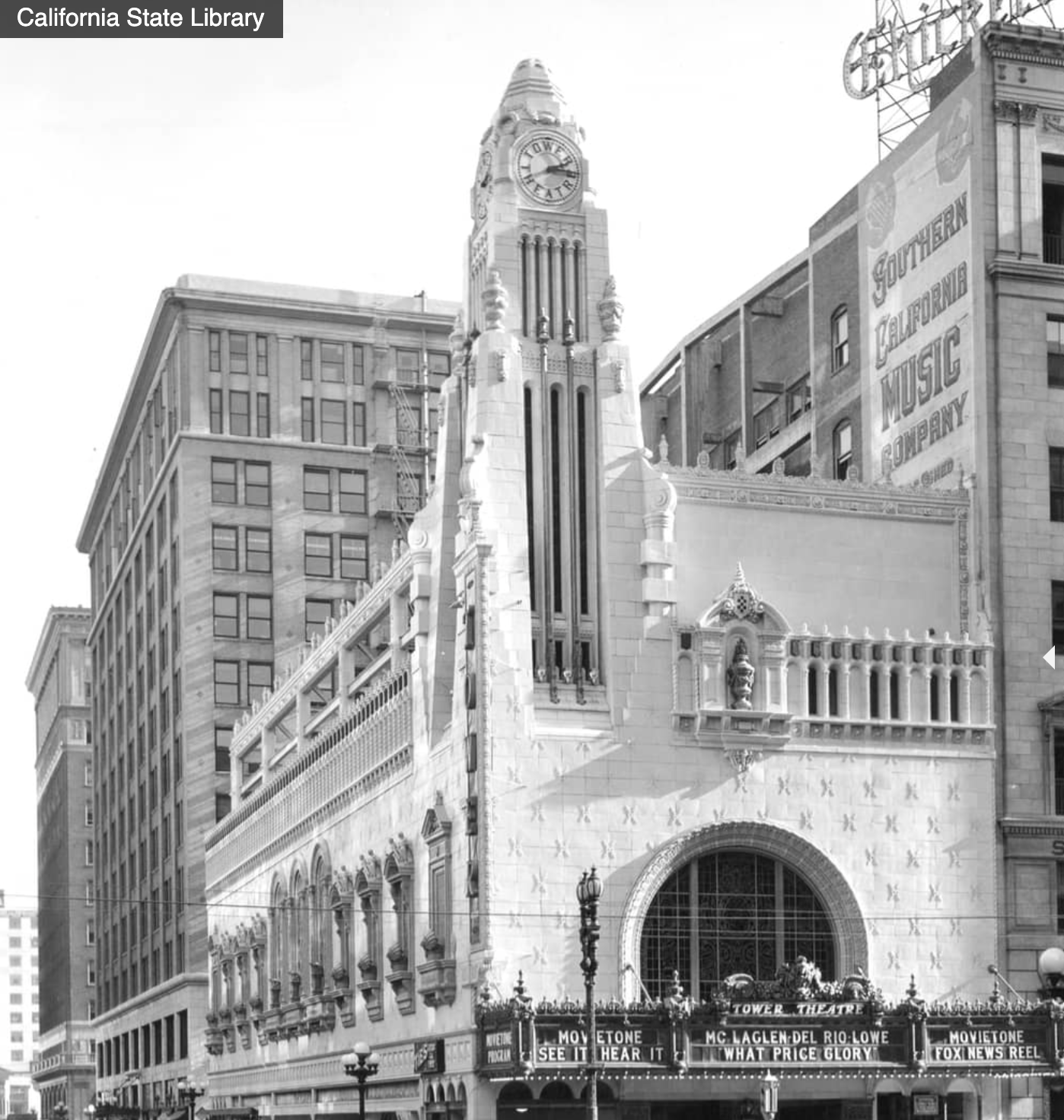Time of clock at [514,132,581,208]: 2:15
